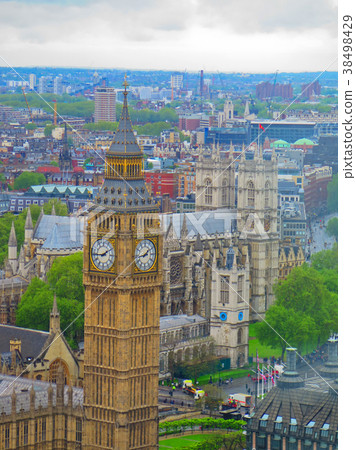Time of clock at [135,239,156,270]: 1:43
